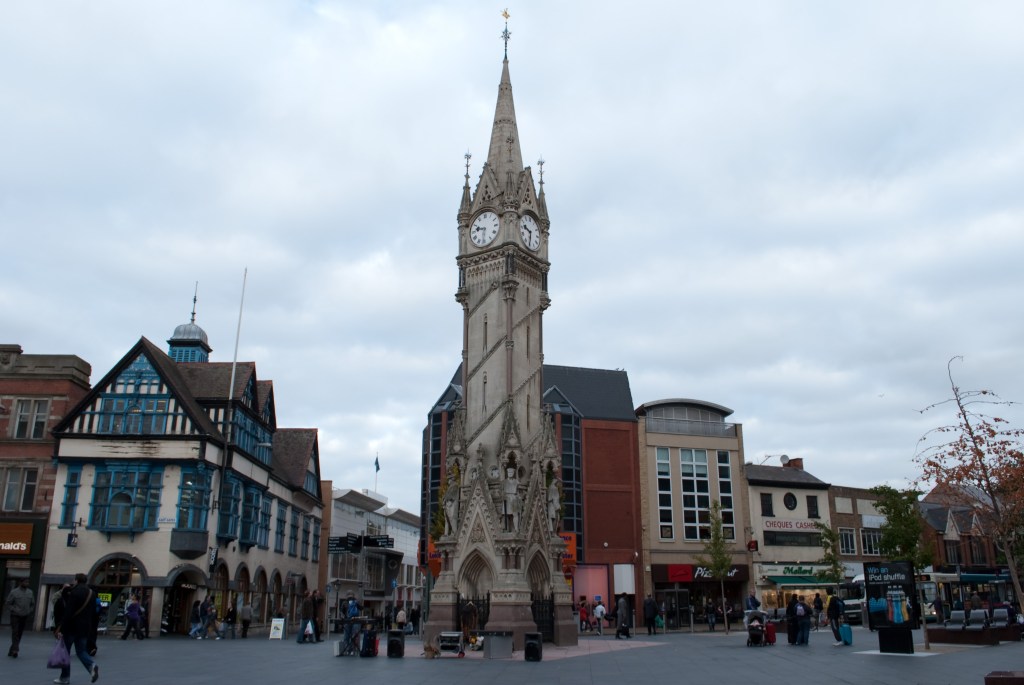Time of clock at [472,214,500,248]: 9:31
